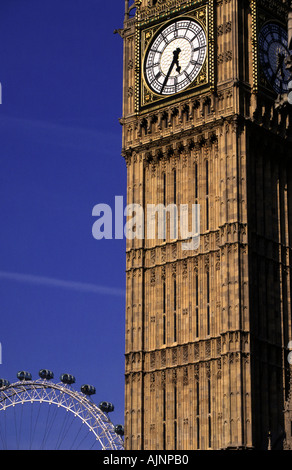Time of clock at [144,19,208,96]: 5:35
